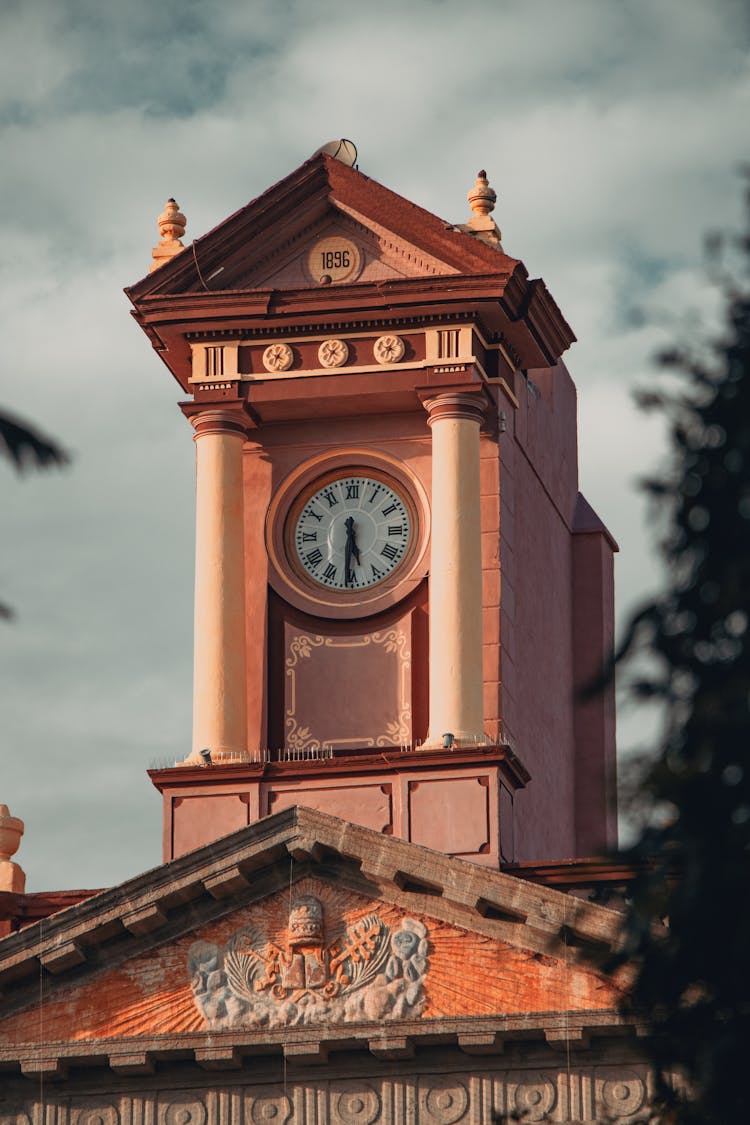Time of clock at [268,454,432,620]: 5:30
